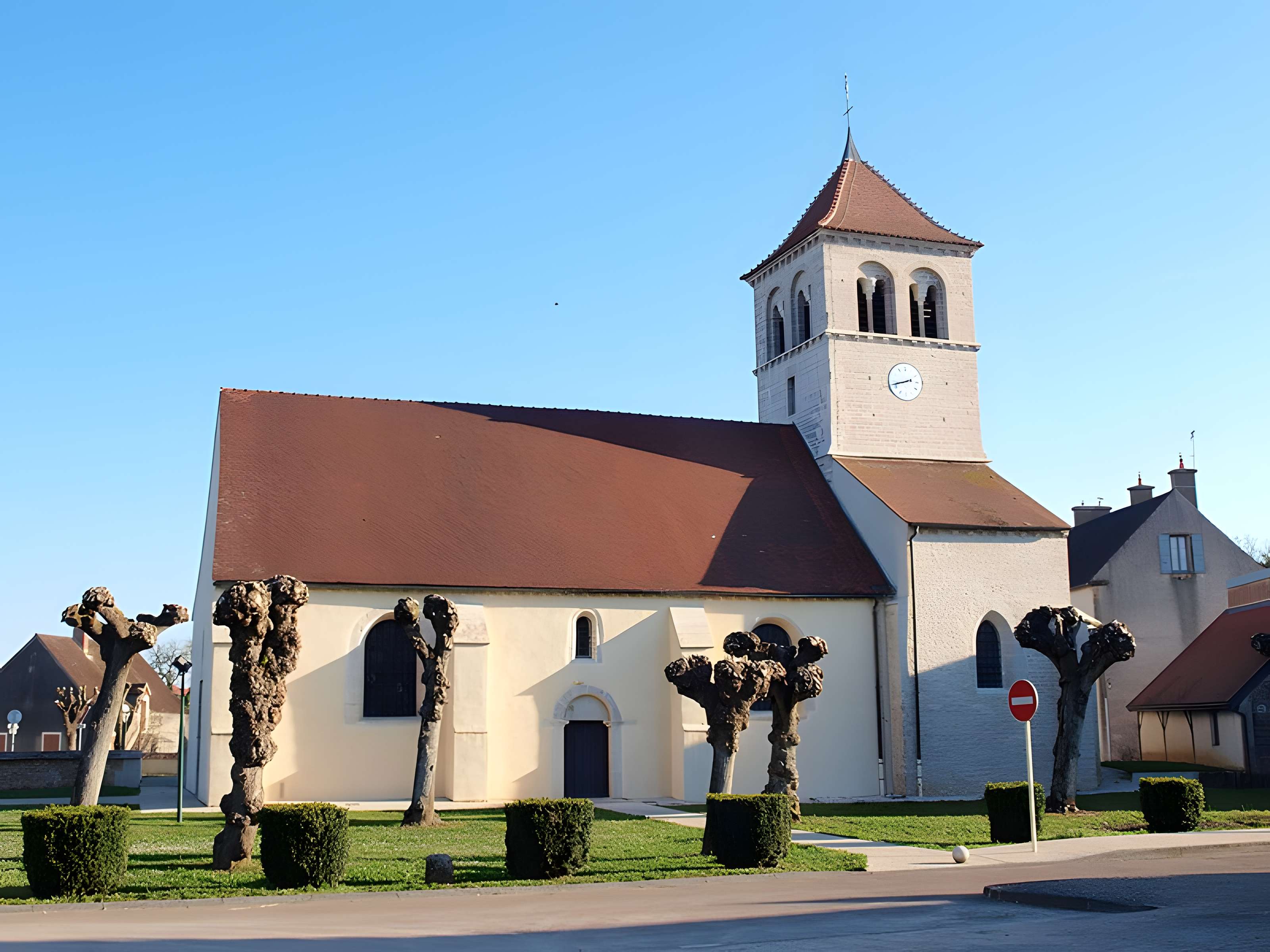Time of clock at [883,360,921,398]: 8:42
